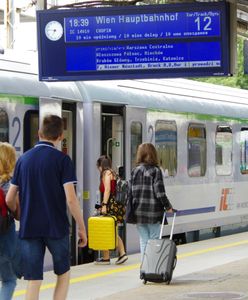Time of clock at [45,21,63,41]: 6:46
